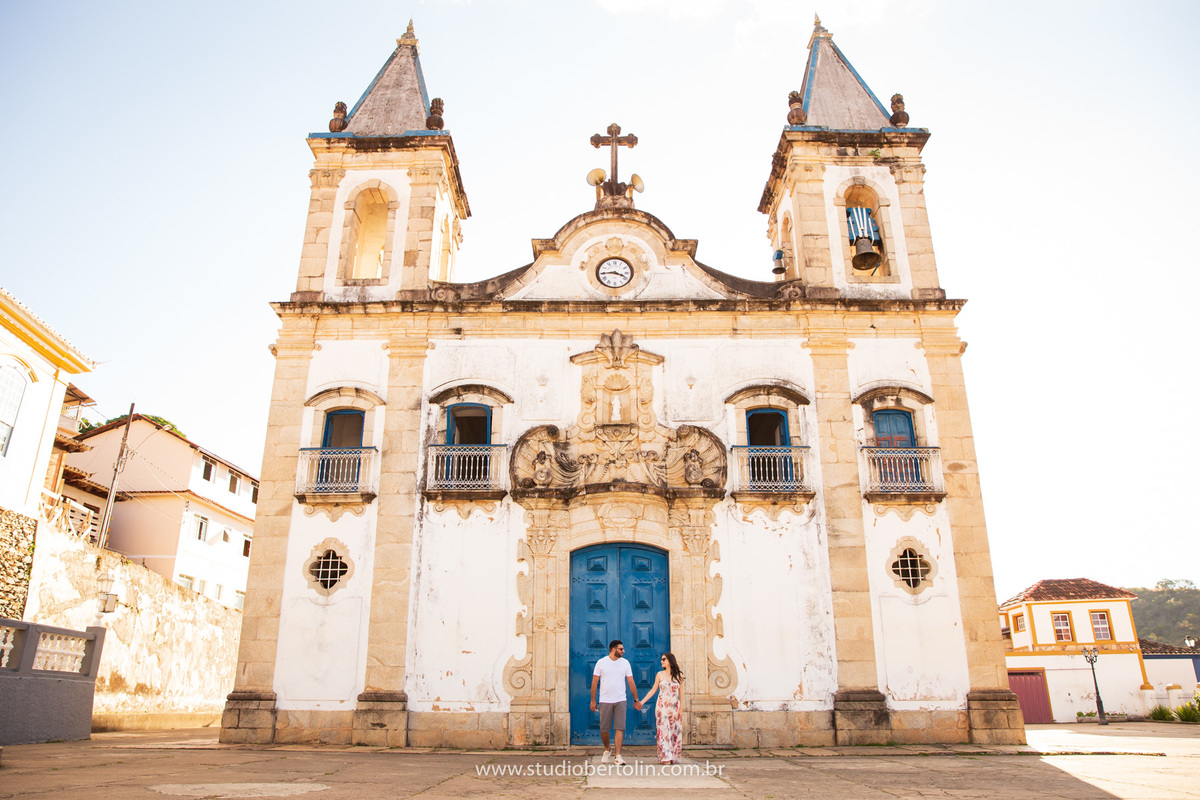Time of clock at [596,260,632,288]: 3:44
